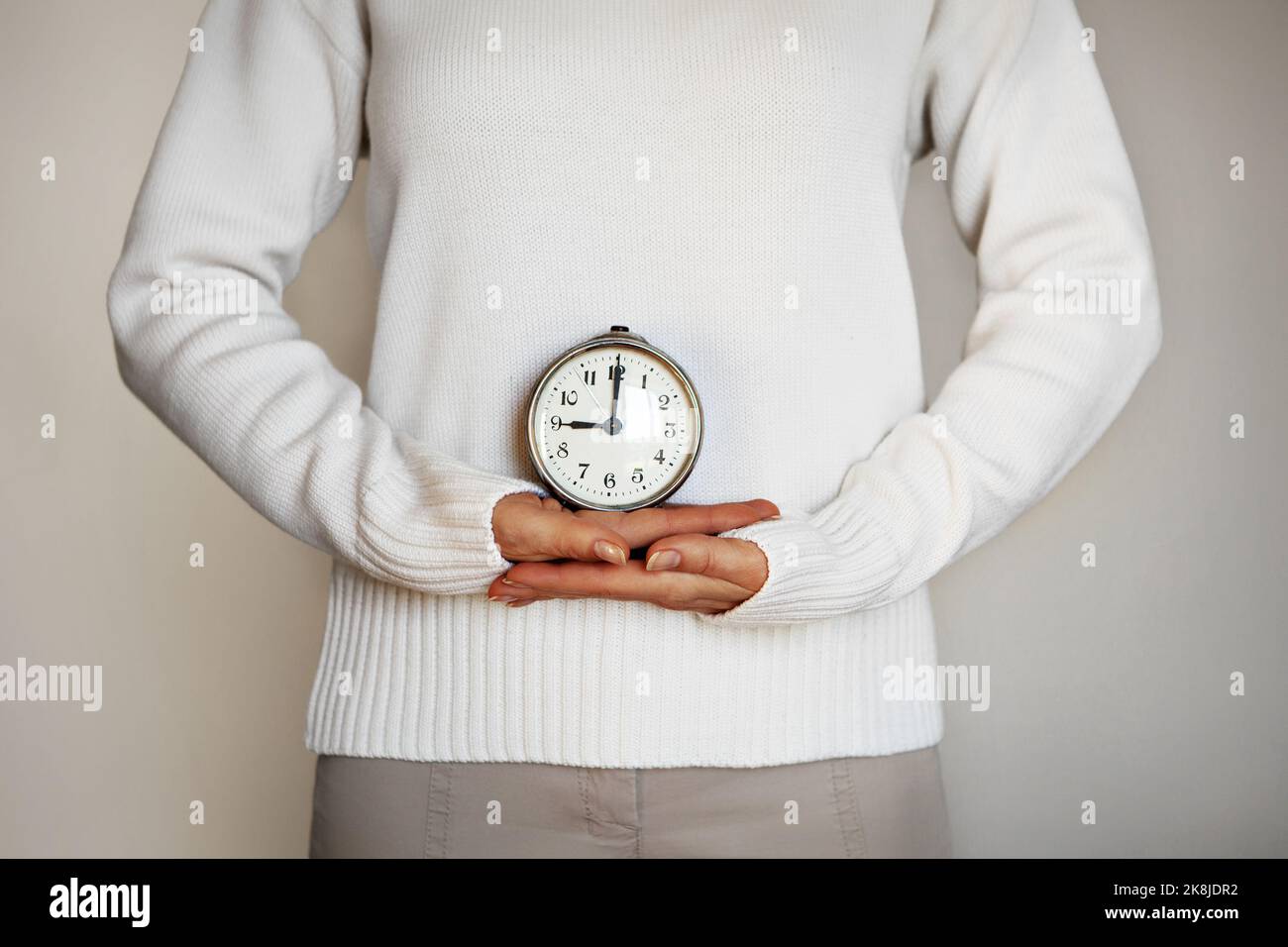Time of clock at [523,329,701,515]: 9:00
